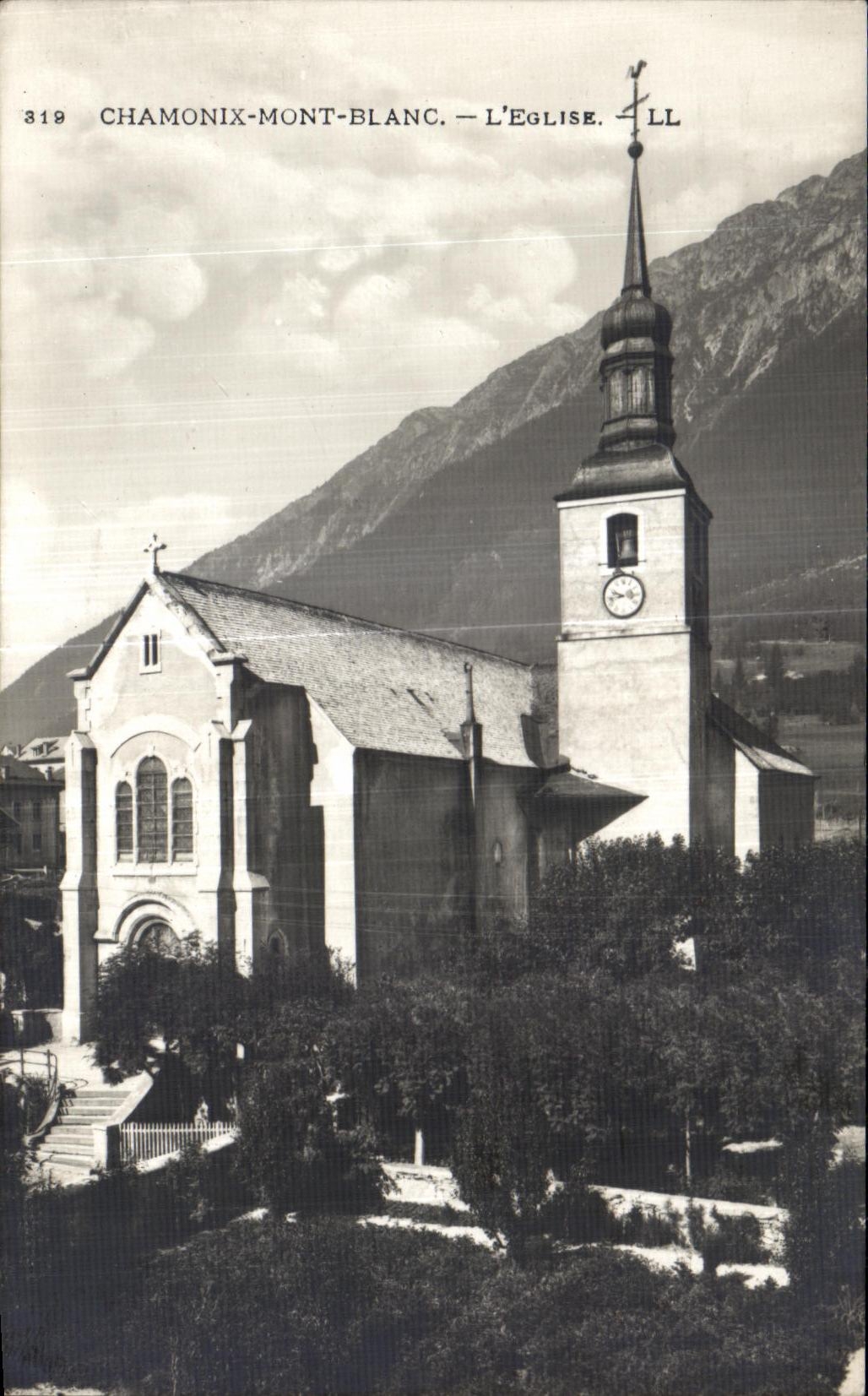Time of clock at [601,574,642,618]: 9:42
